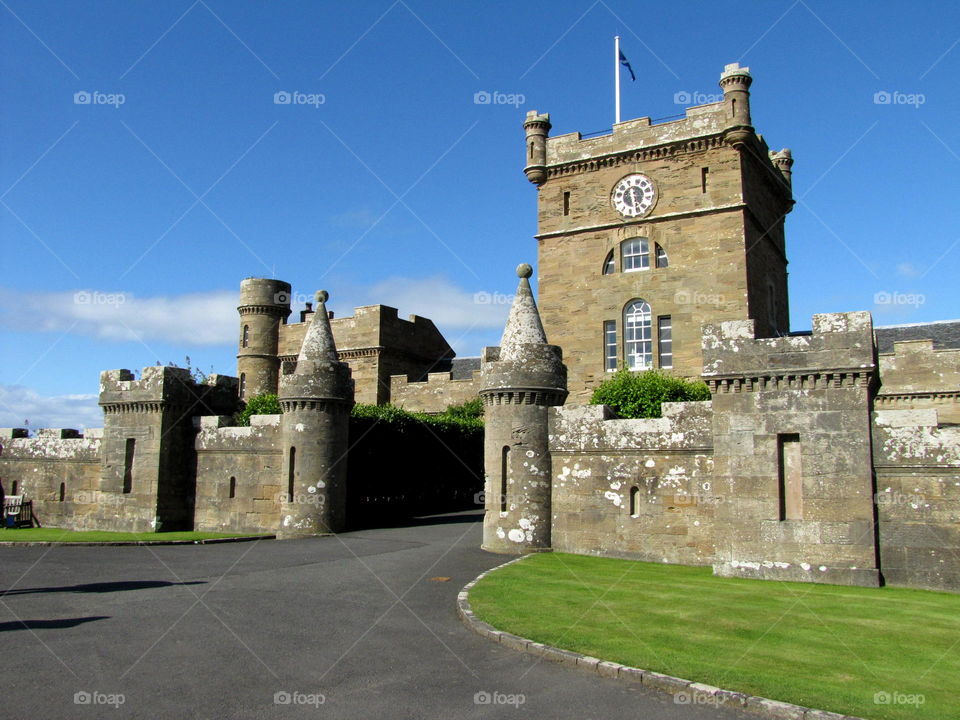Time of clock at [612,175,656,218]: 5:26
